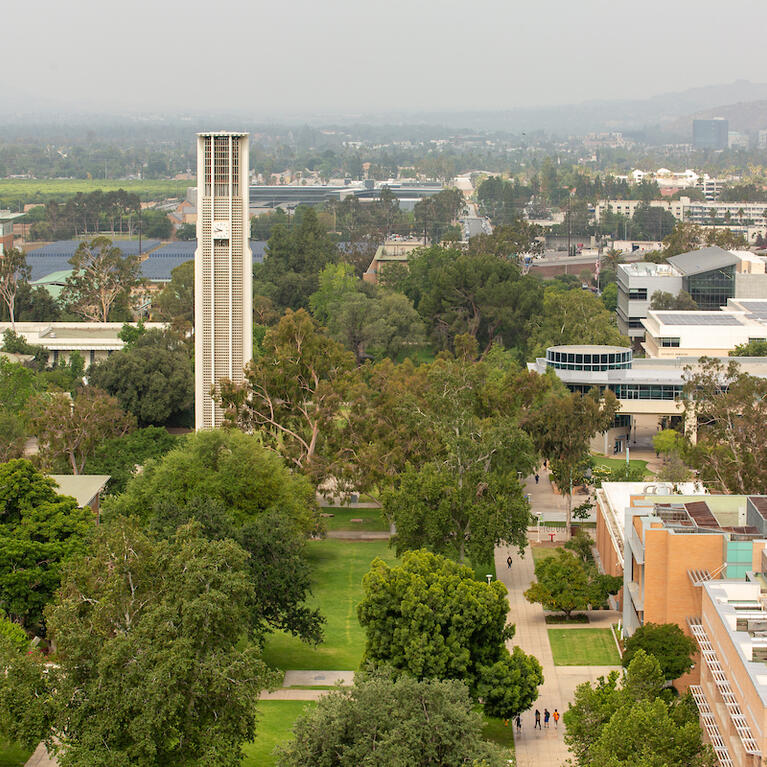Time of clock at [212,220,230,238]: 9:42
